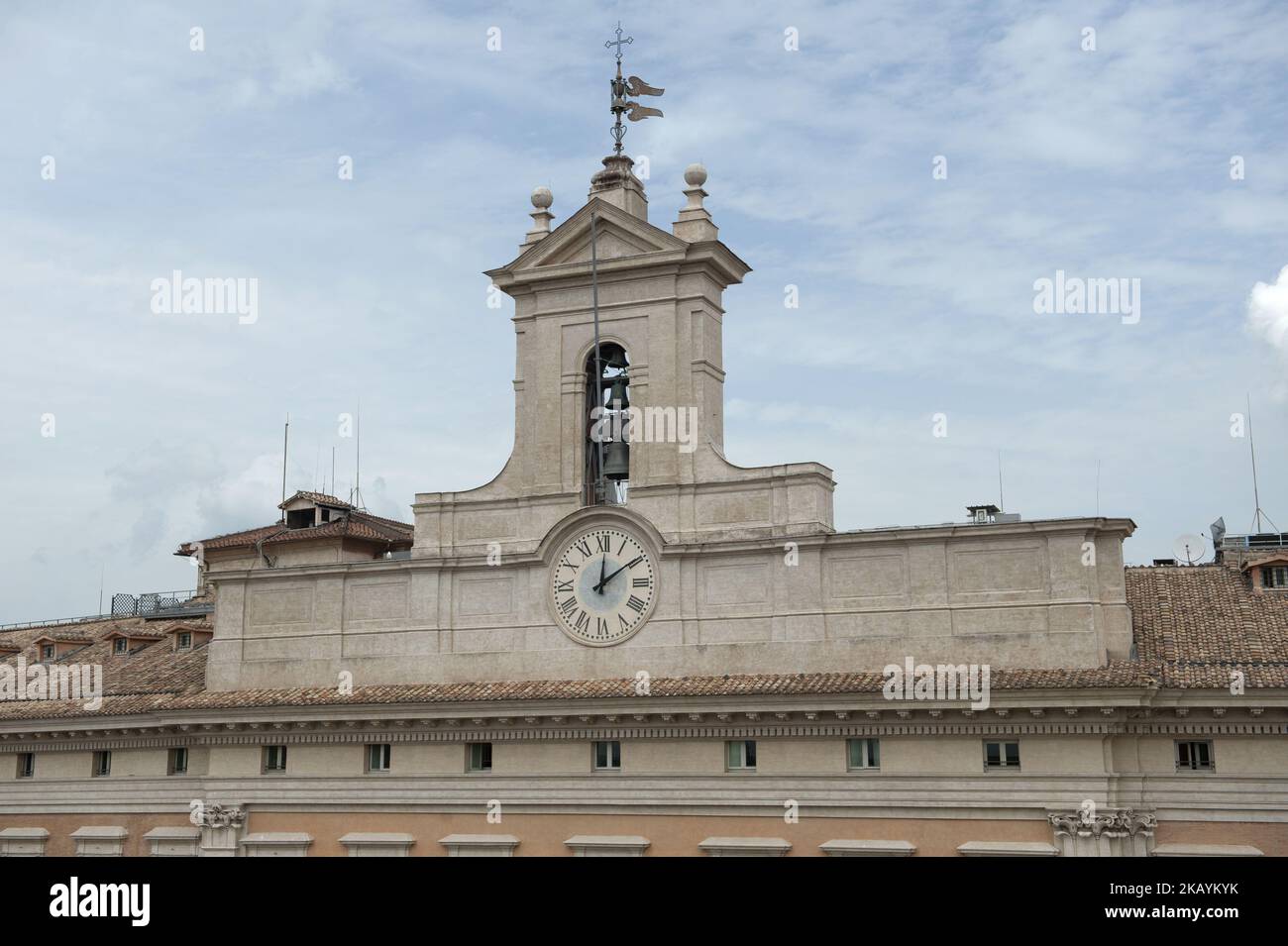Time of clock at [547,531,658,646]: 12:09
